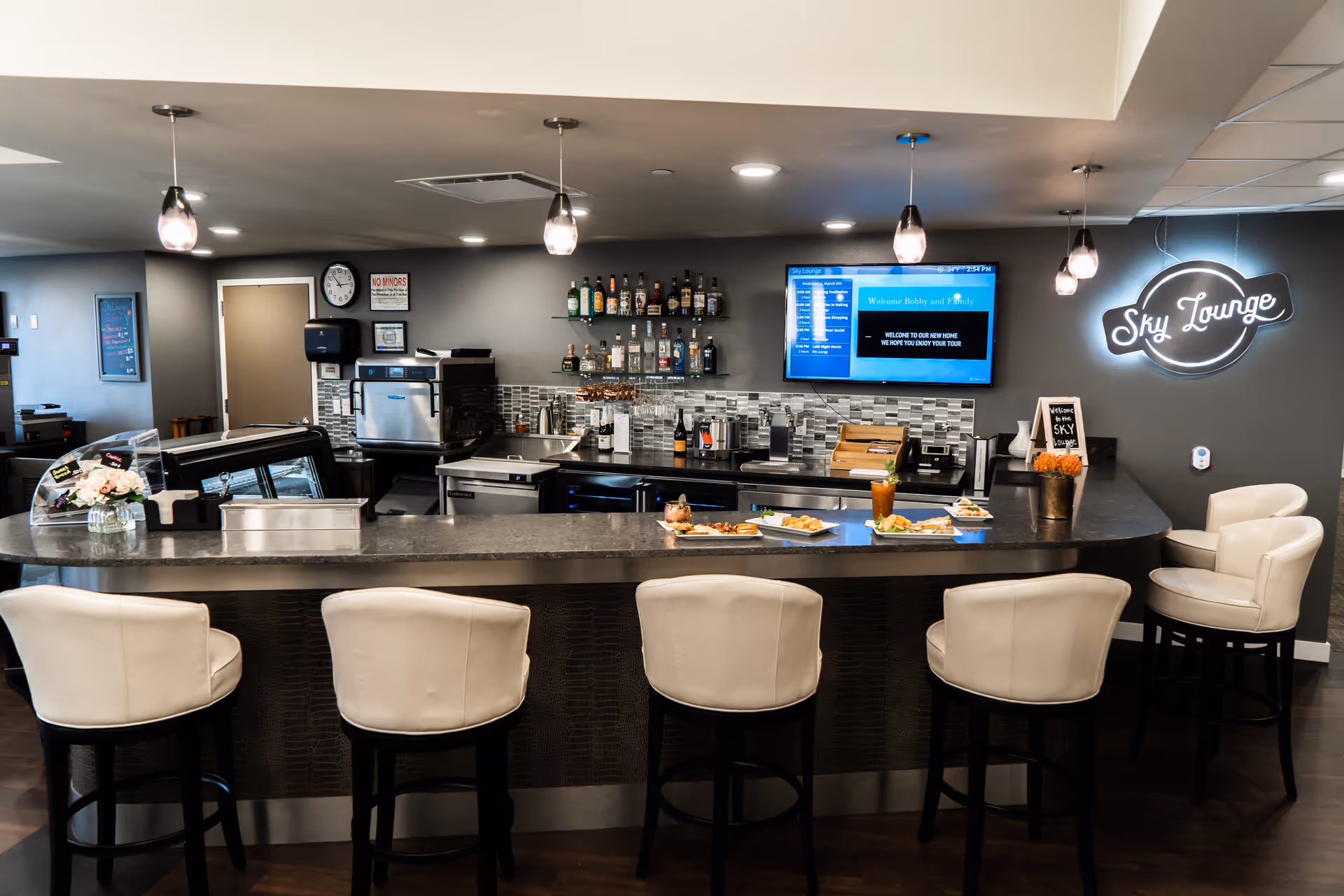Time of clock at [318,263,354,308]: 2:53
